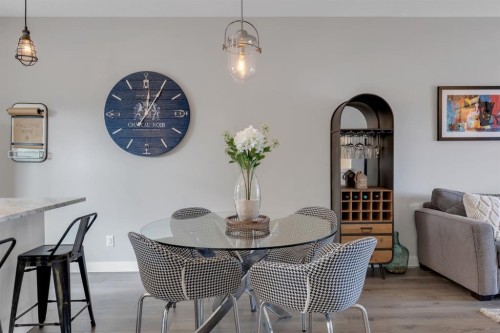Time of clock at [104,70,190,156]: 7:05
